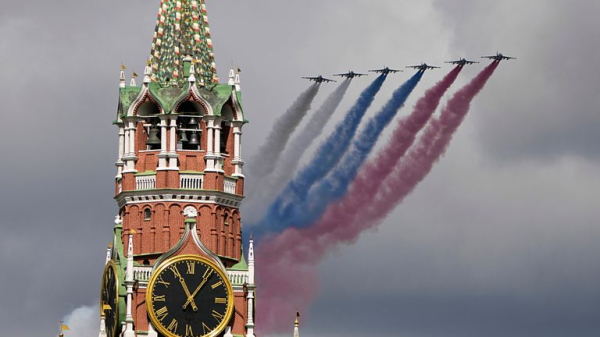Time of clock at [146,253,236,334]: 11:06
